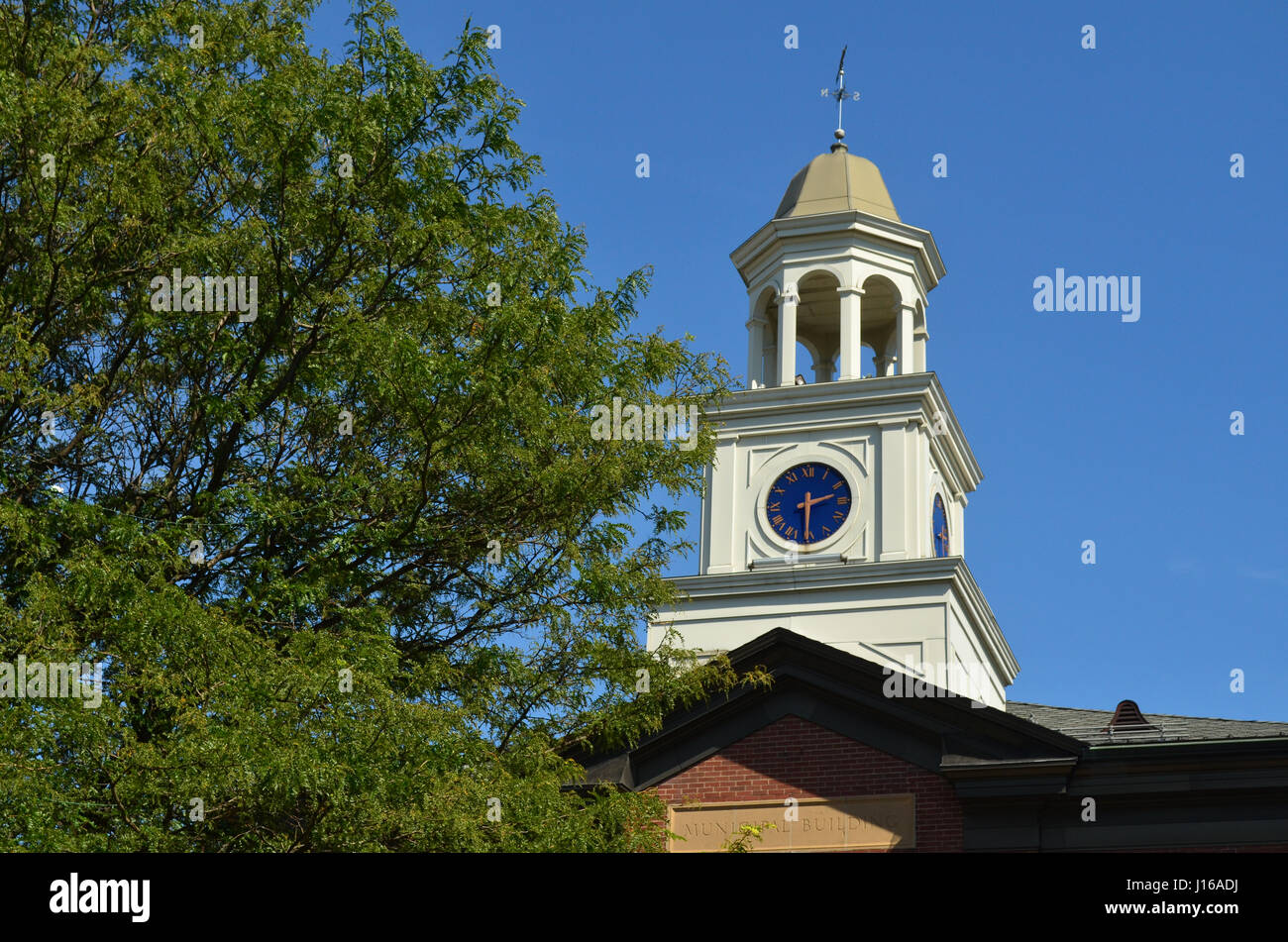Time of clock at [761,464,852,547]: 2:30
